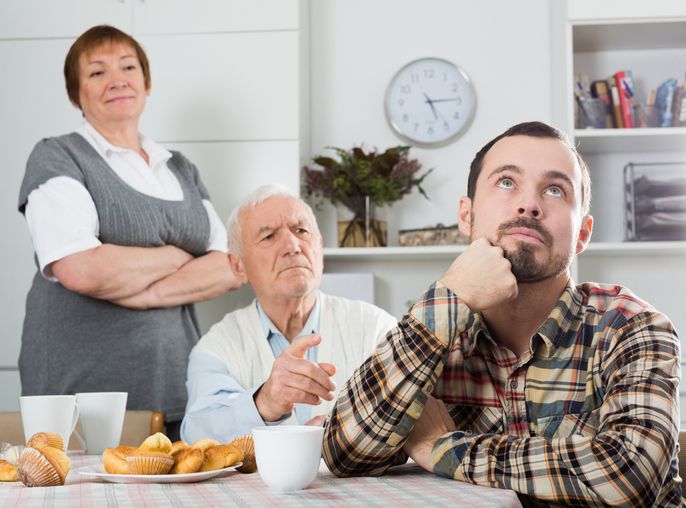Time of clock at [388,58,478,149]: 5:14
